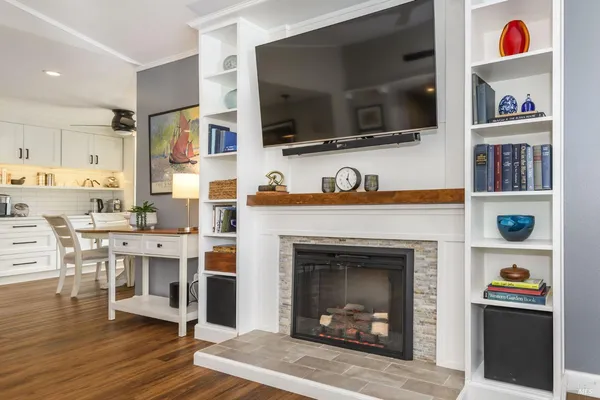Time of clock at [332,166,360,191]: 12:25
